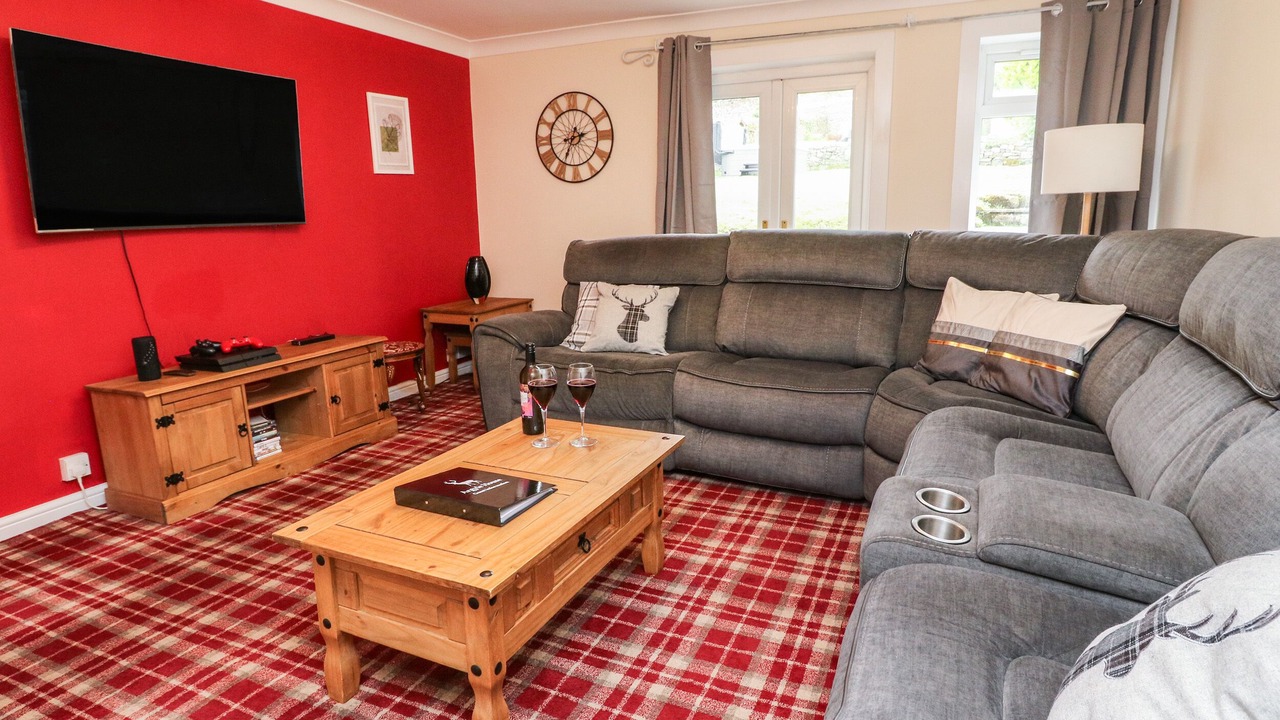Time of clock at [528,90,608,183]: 2:34
